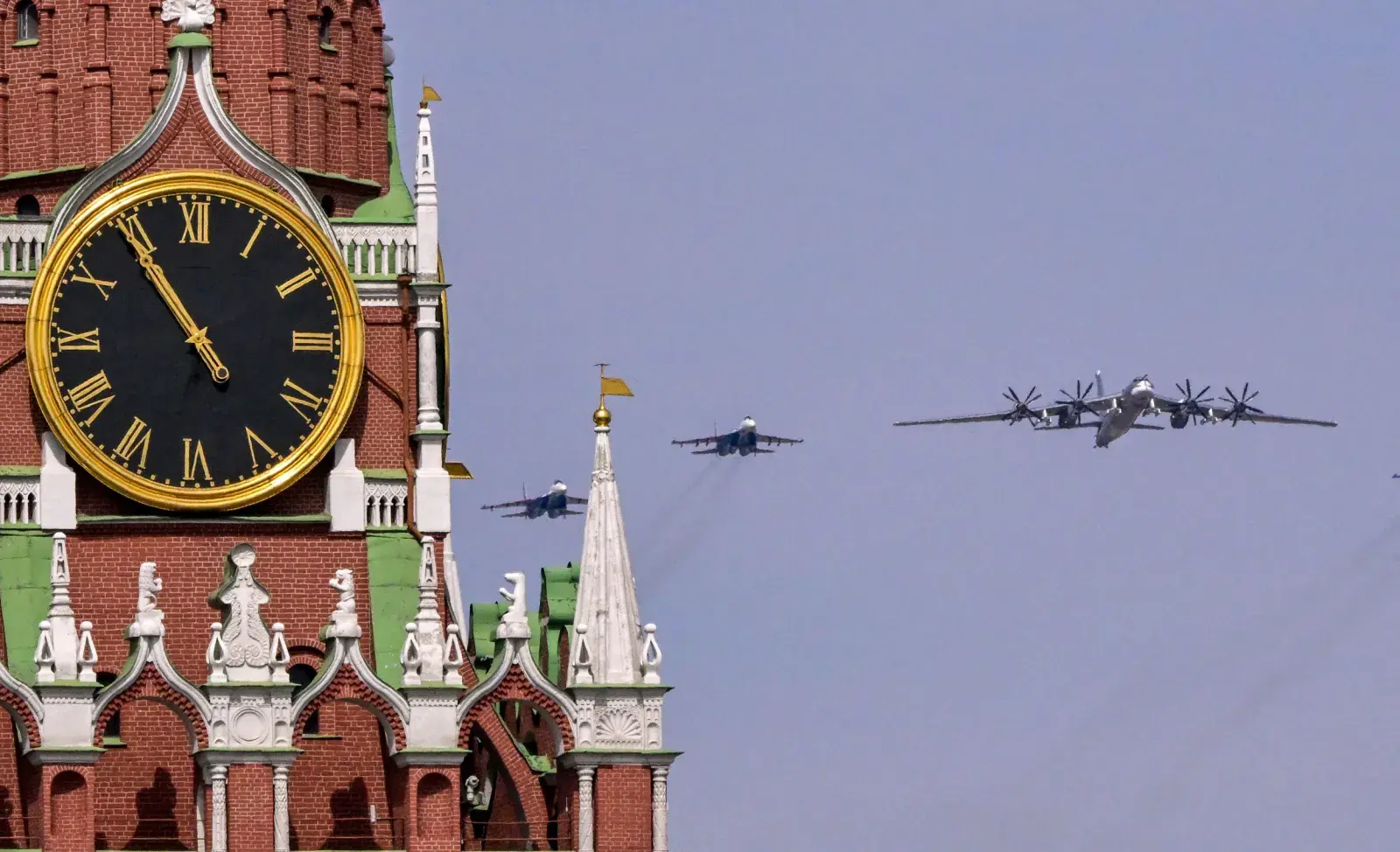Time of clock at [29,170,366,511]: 10:54
